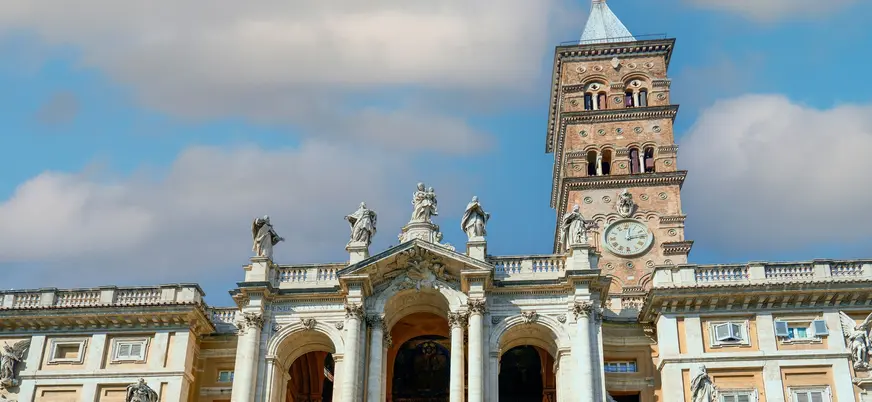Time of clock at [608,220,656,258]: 12:13
